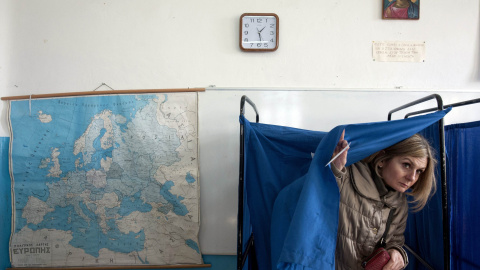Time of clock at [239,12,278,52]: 1:28
